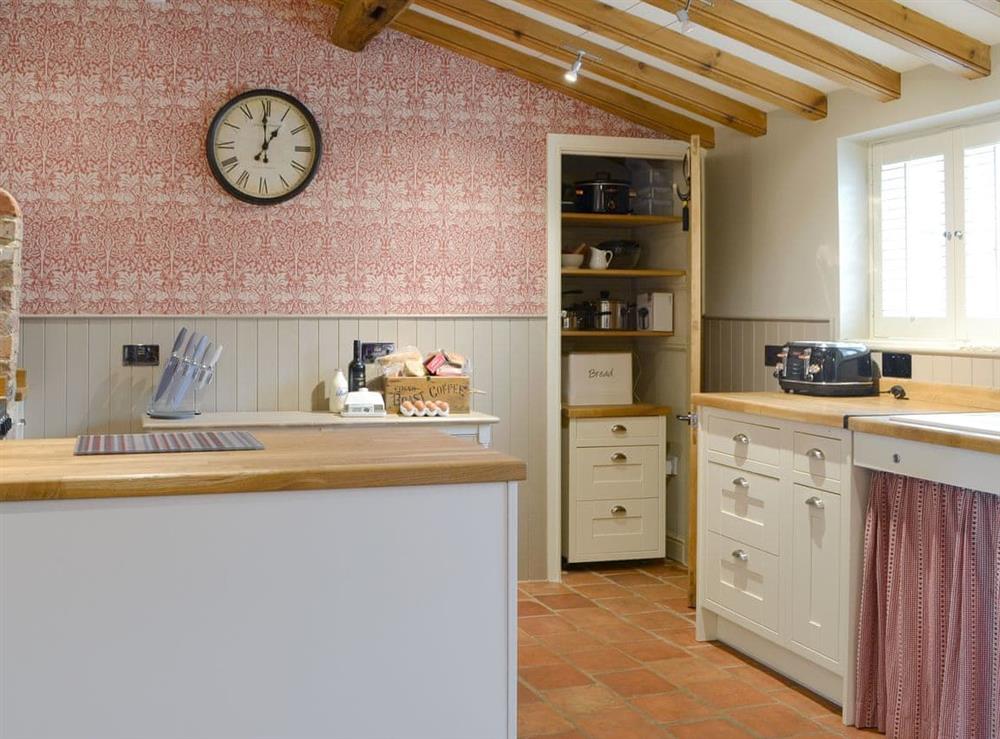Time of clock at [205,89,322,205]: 12:59
